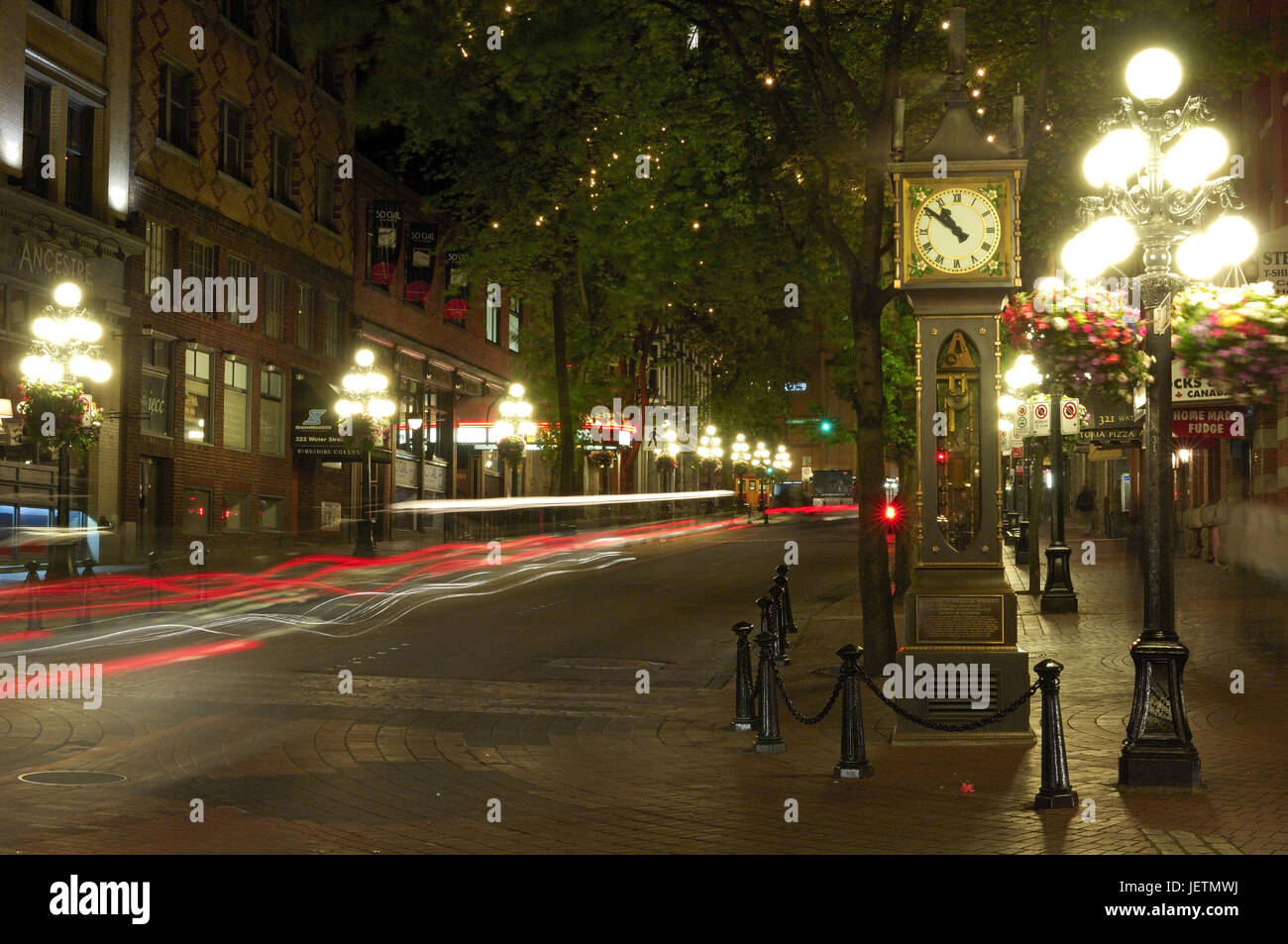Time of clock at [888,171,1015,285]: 10:51
